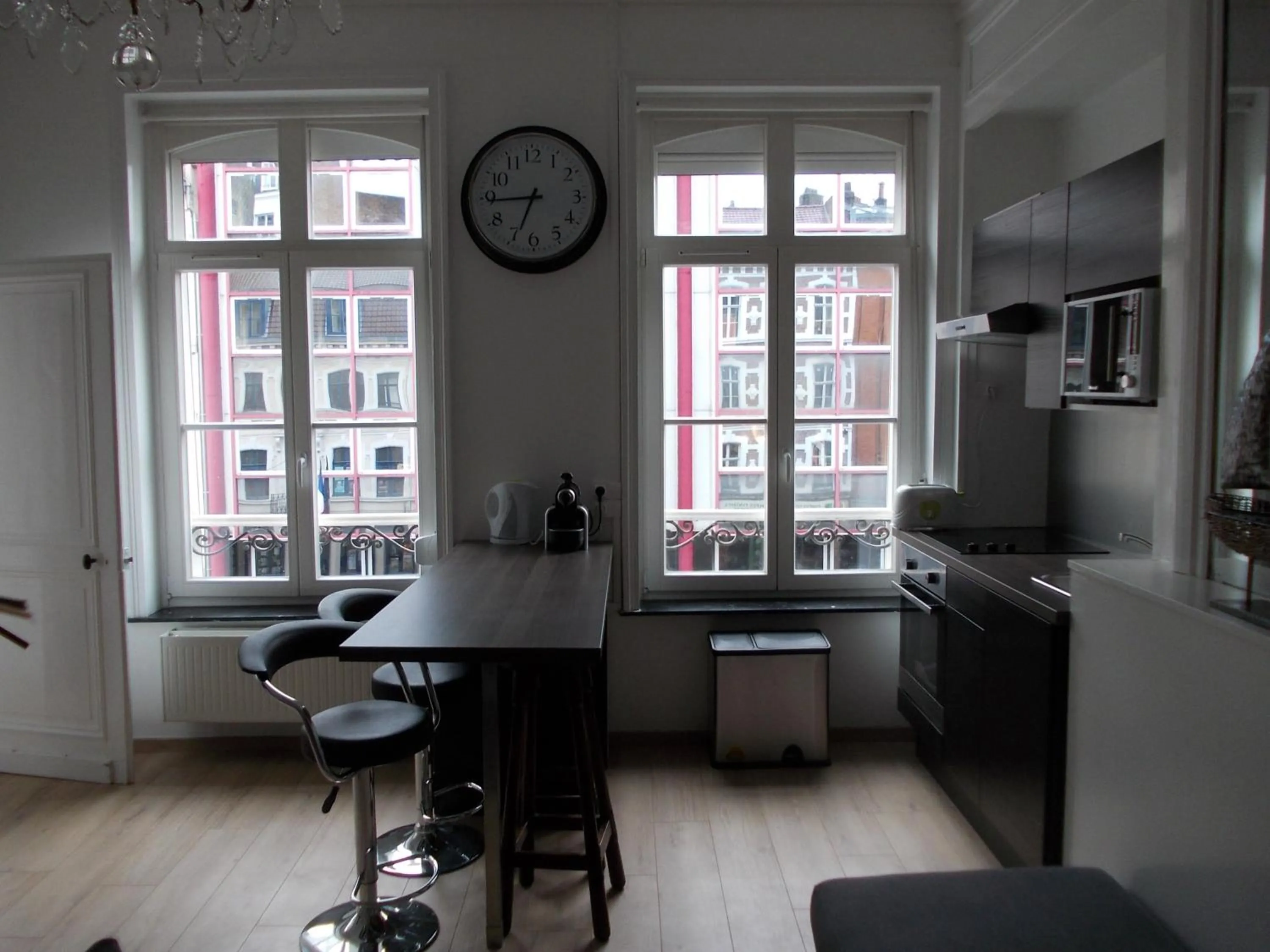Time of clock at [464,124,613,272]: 6:44
